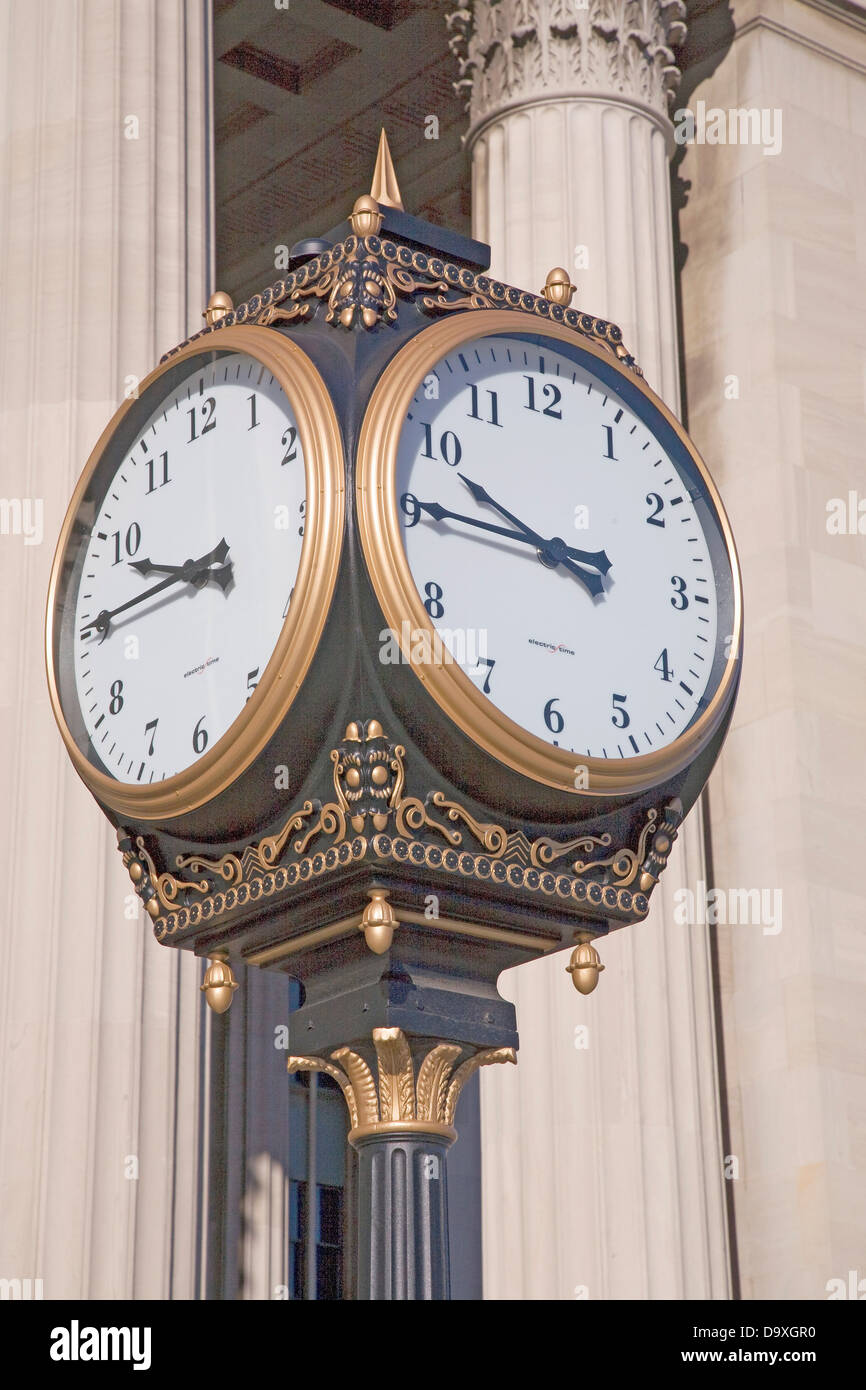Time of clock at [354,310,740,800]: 9:45
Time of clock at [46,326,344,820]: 9:45
